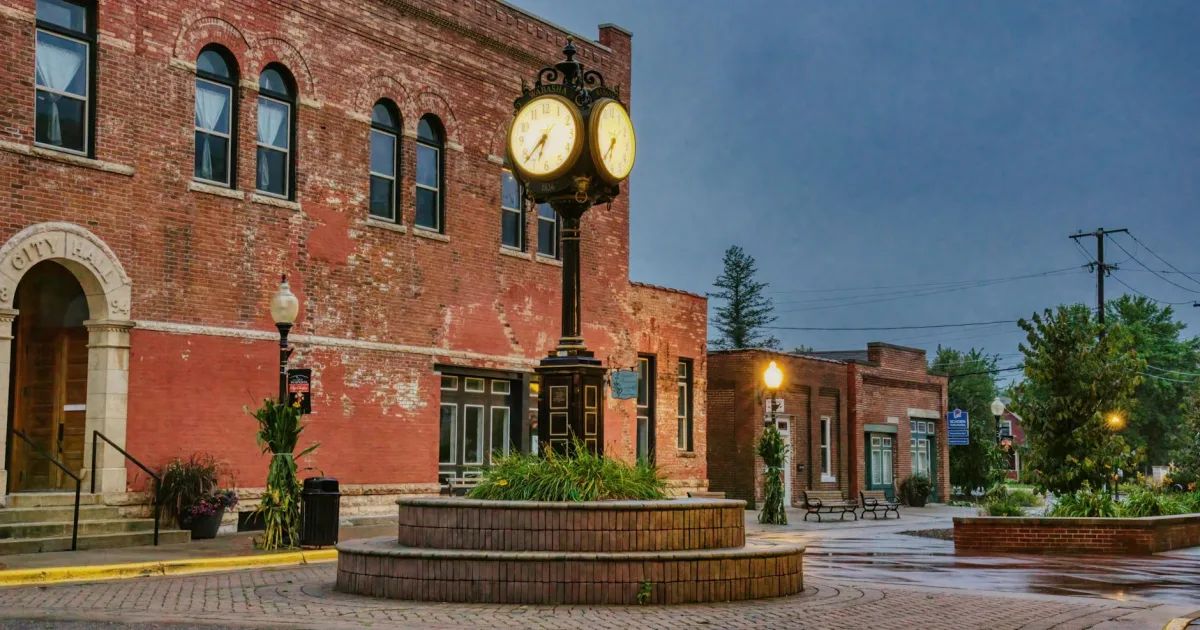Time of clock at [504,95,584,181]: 6:37
